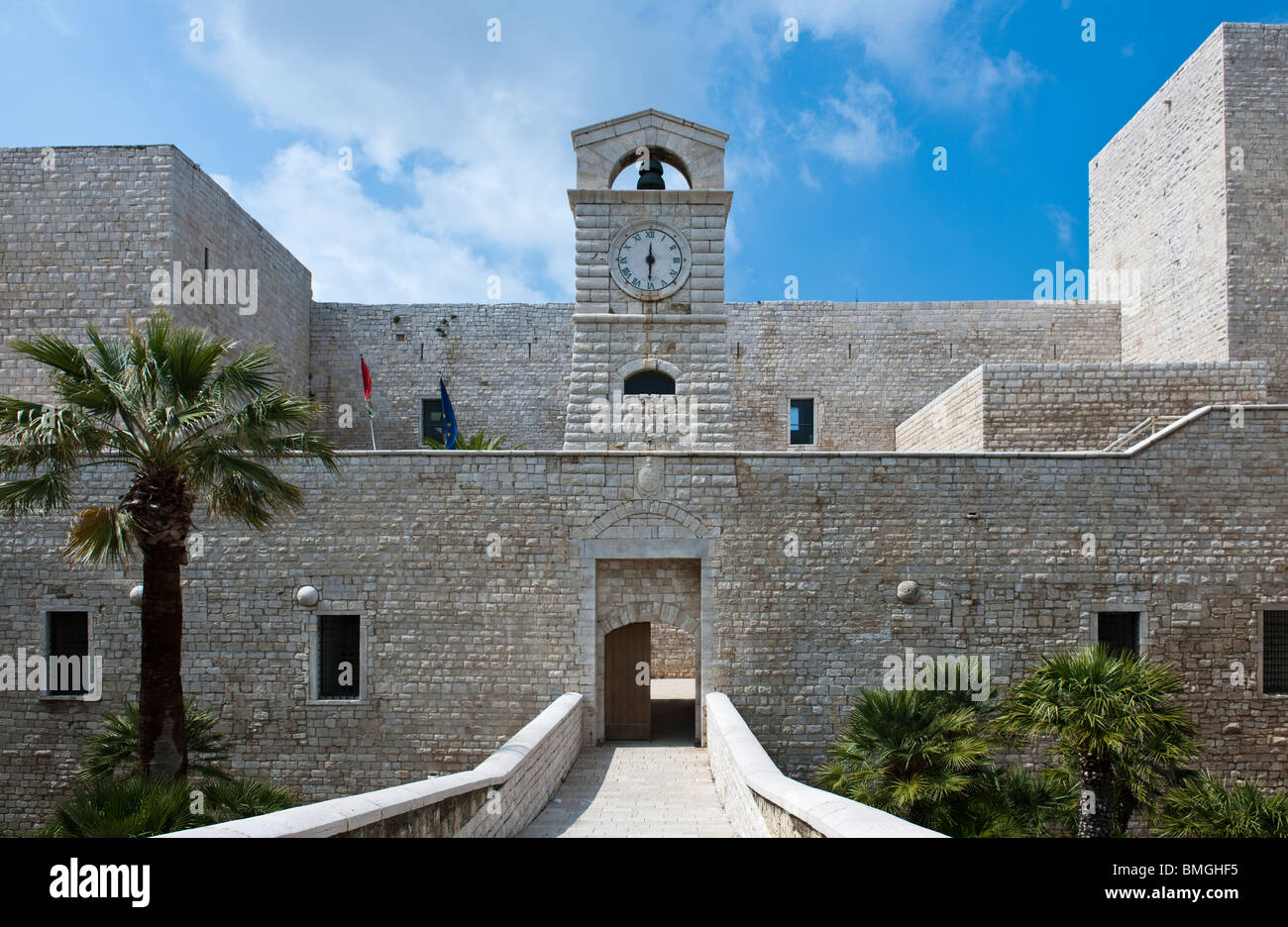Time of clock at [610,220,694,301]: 6:00
